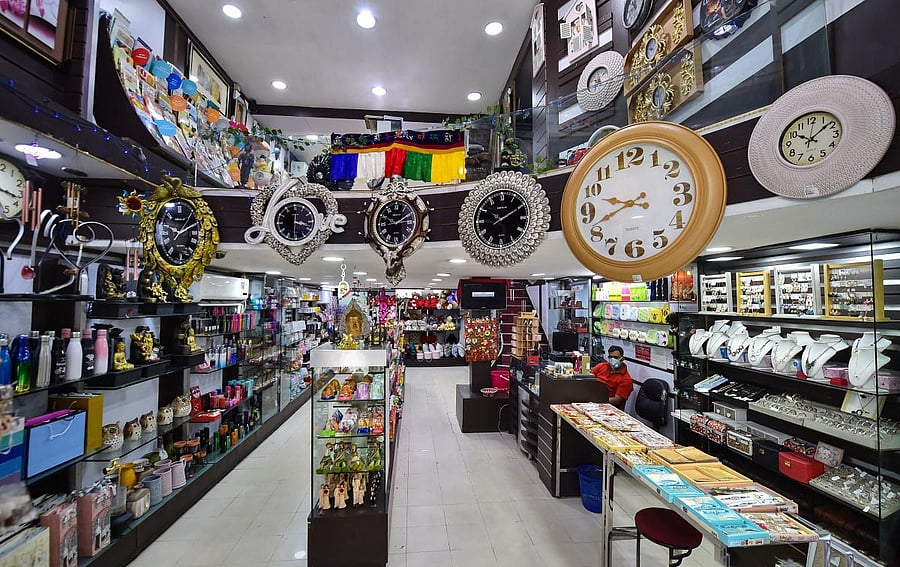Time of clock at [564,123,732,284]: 9:41
